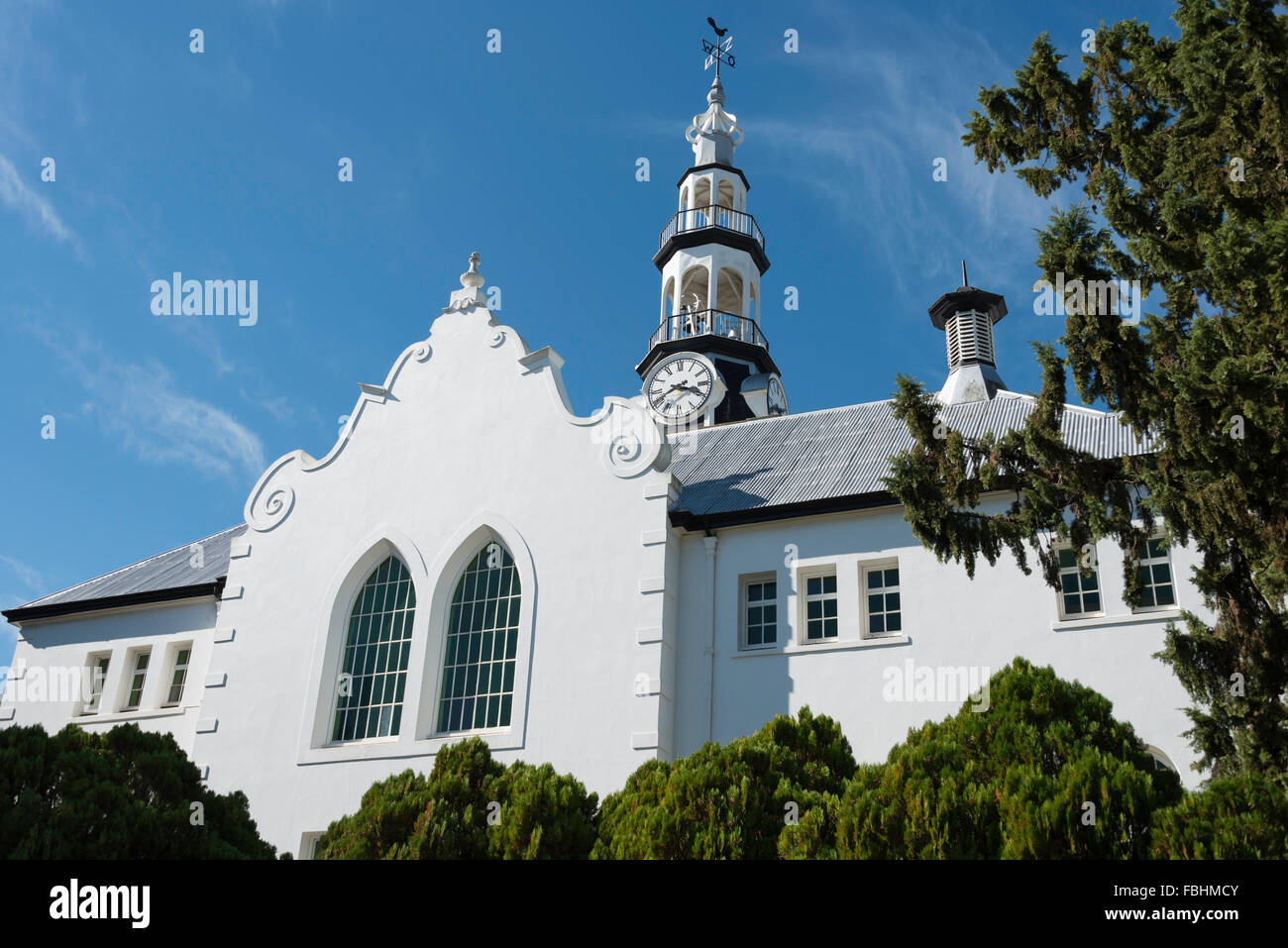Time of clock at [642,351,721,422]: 3:40
